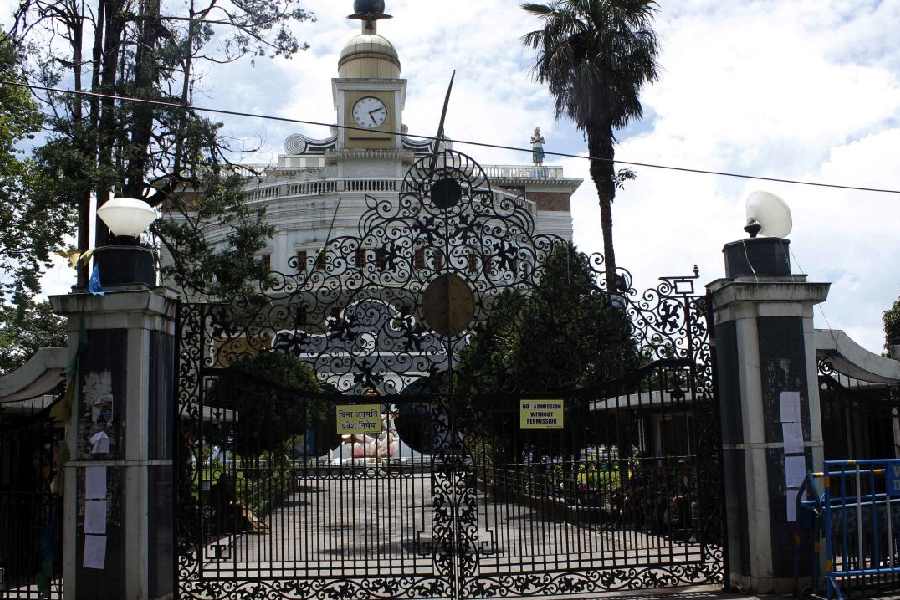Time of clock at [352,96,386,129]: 5:11
